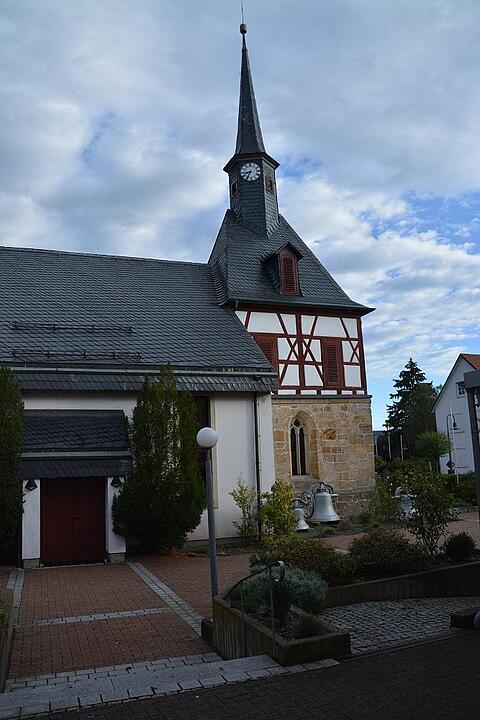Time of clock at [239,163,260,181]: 8:35
